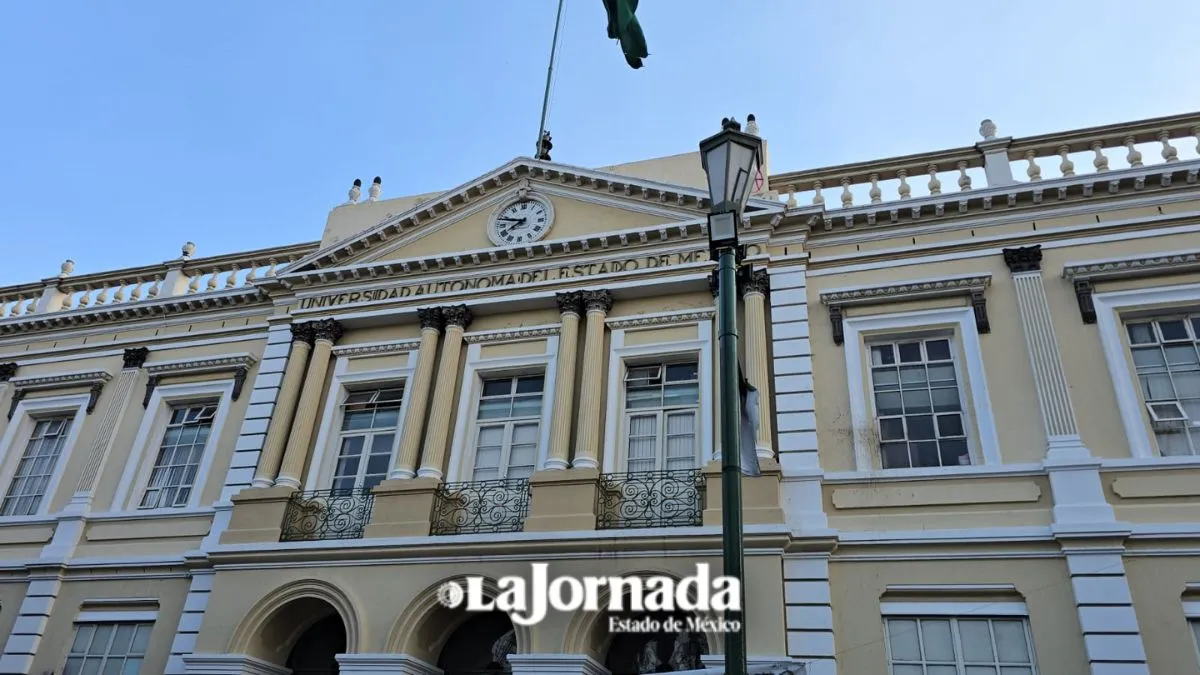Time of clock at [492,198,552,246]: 7:48
